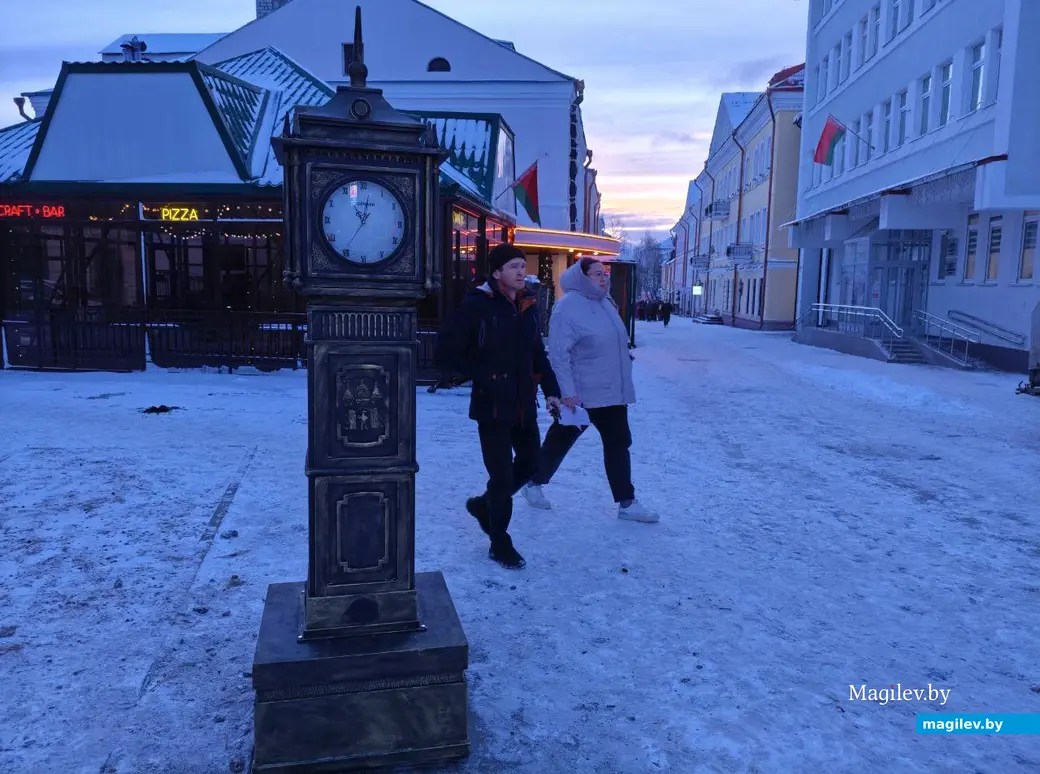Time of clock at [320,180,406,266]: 11:02
